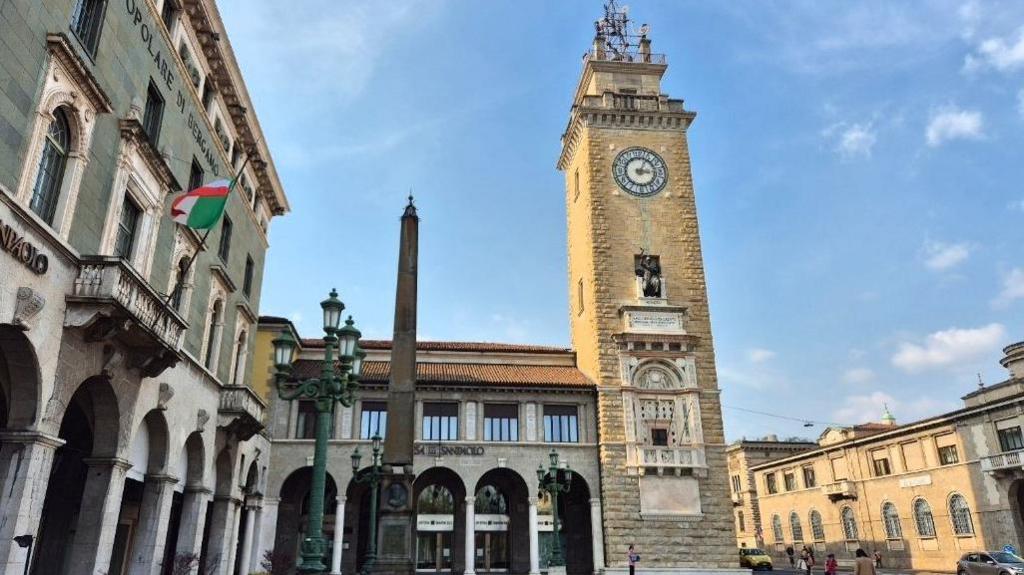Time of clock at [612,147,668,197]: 3:04
